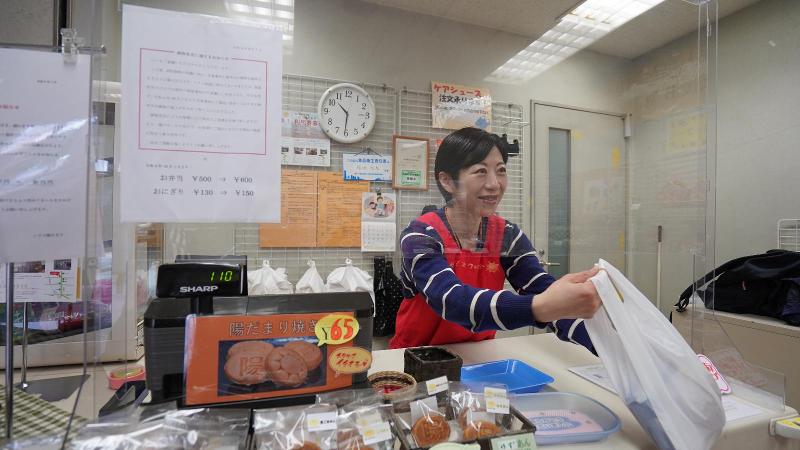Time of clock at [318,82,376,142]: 10:31
